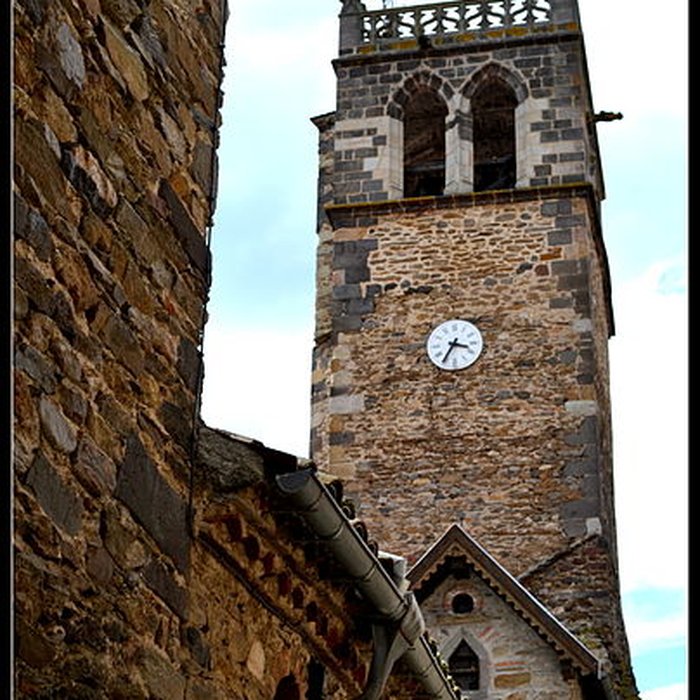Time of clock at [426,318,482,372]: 3:35
